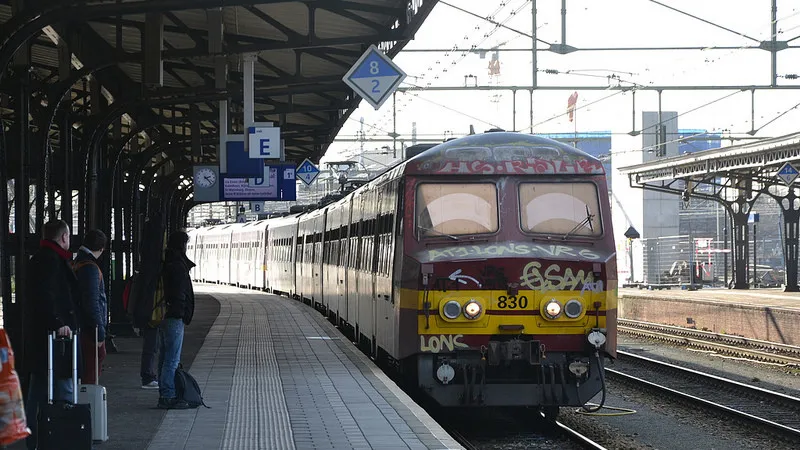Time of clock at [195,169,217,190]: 2:22
